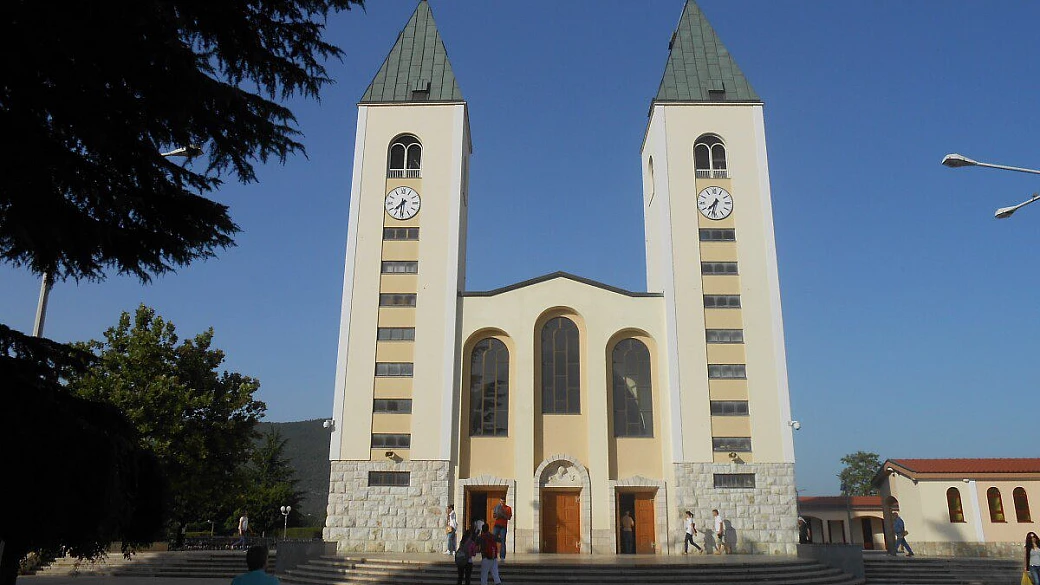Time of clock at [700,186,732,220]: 7:32
